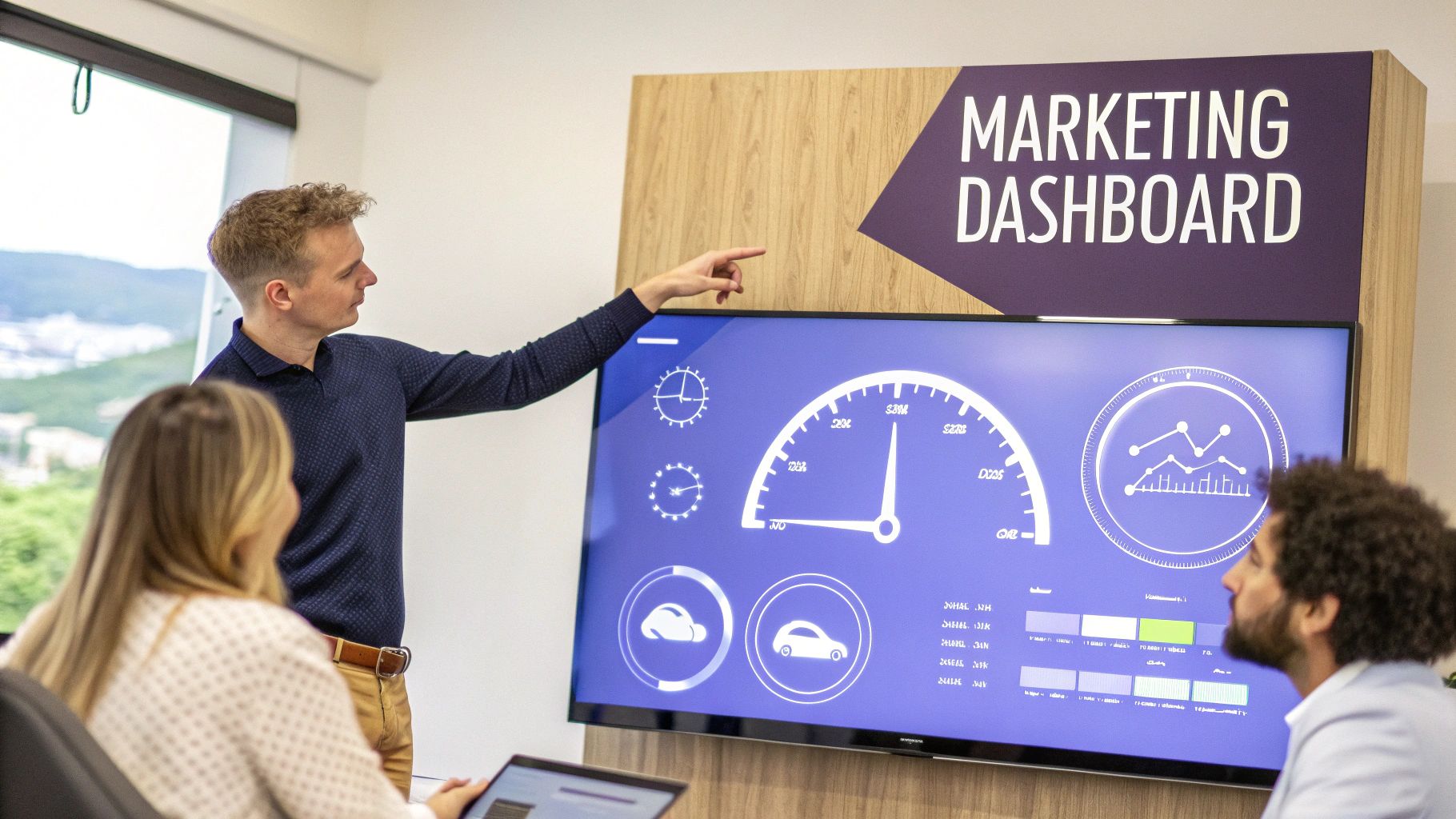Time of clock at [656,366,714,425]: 9:01
